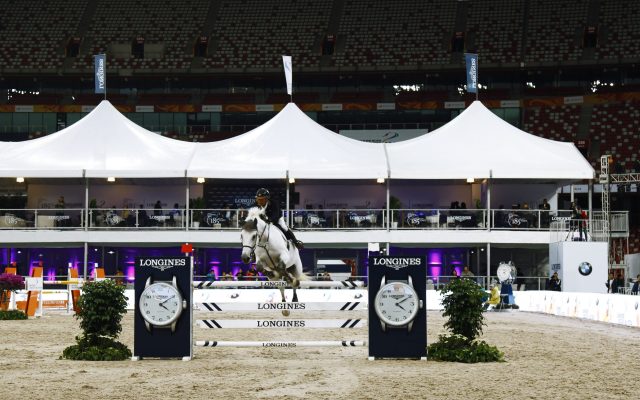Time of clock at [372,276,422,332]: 4:10
